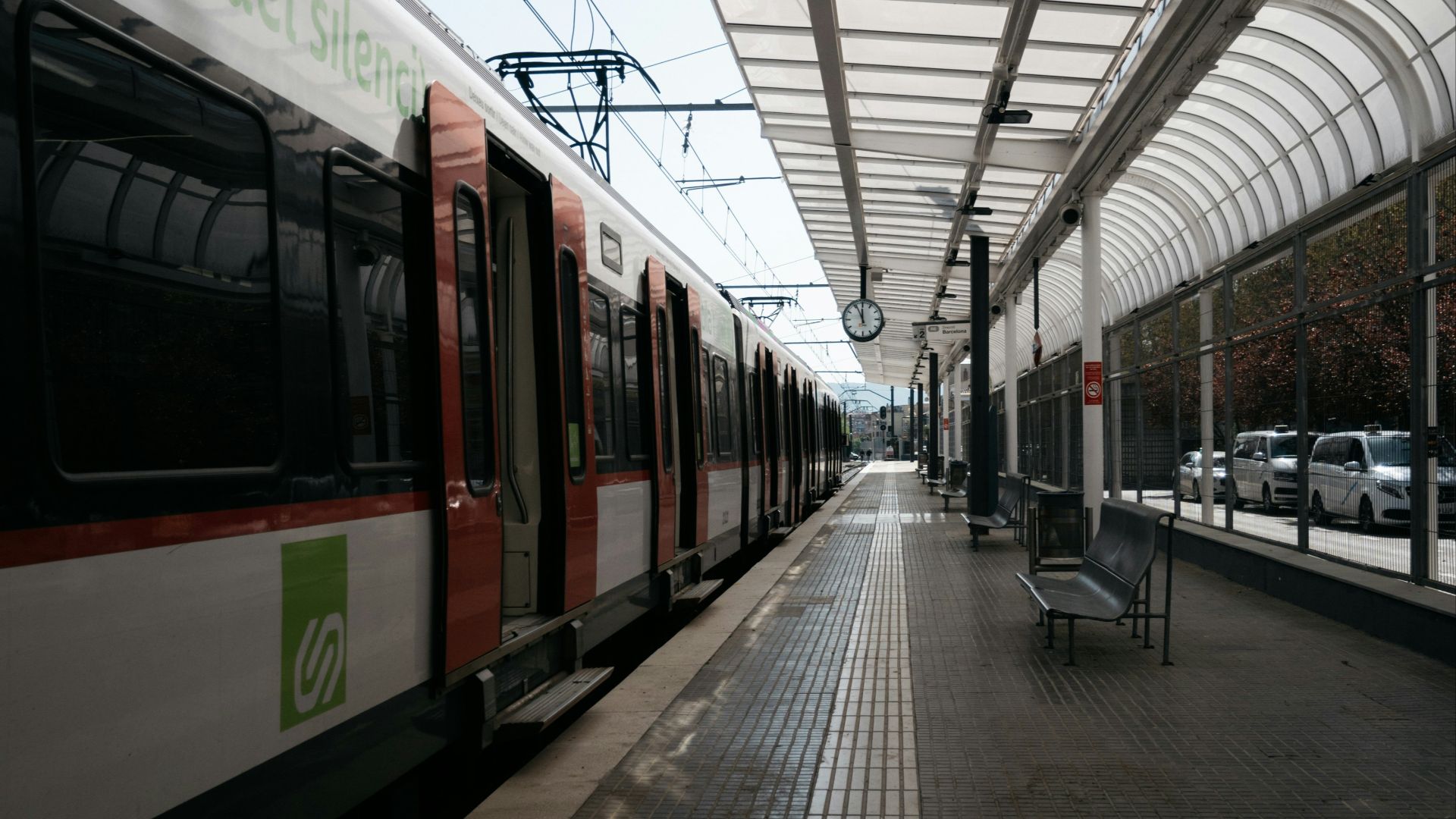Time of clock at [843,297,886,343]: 11:55
